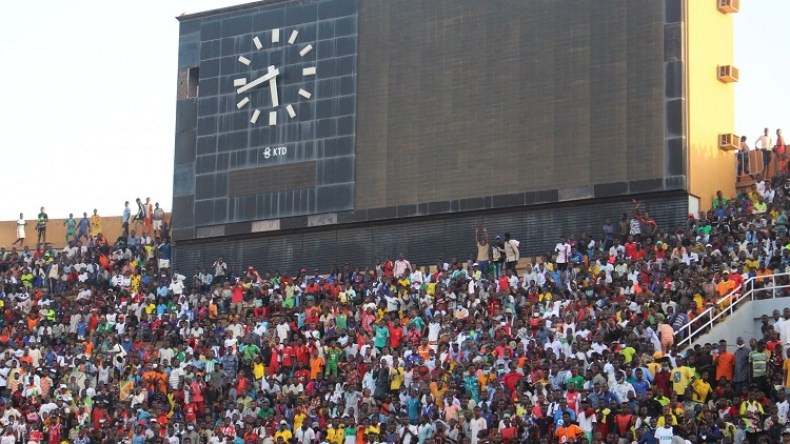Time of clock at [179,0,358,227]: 5:42
